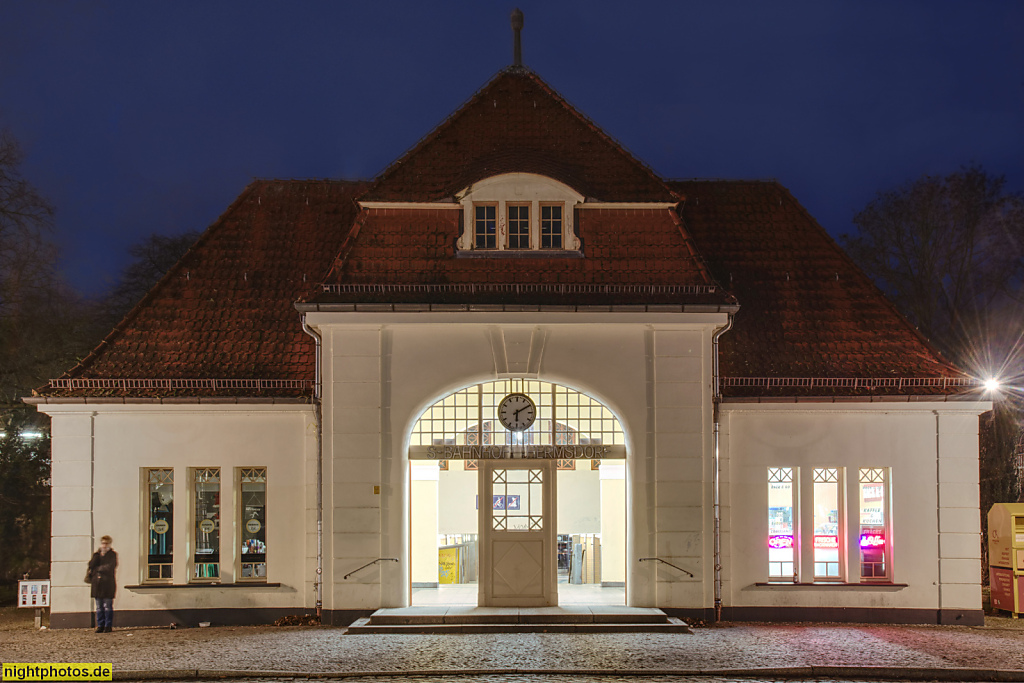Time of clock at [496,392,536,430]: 6:09
